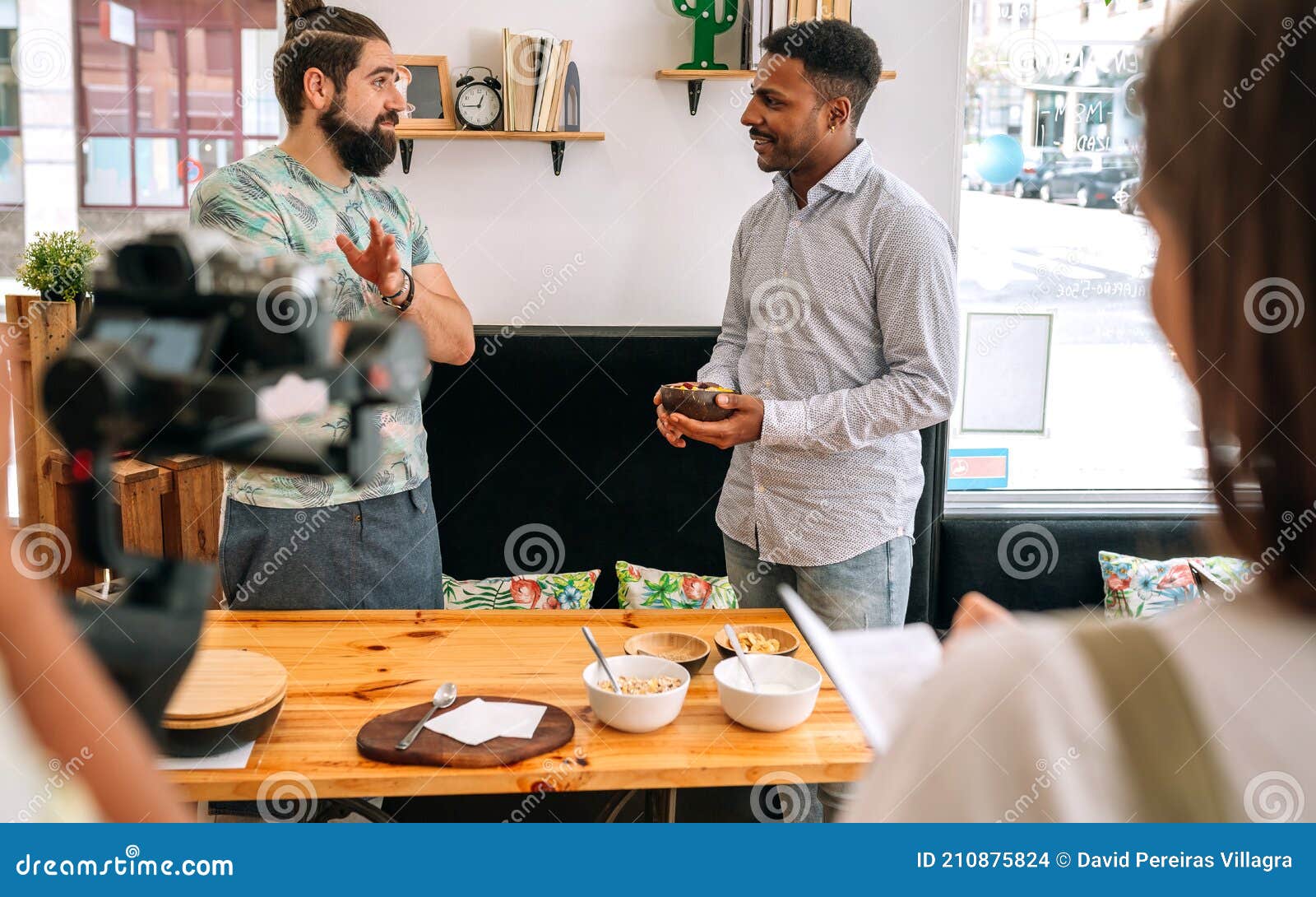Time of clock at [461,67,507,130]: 12:44
